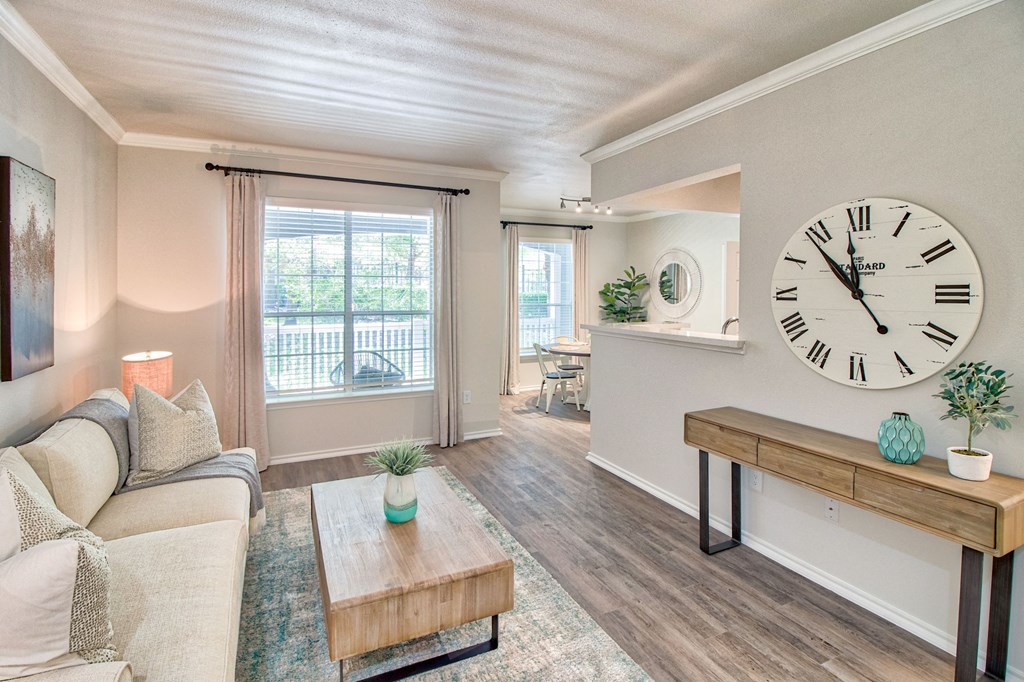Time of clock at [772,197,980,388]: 11:53
